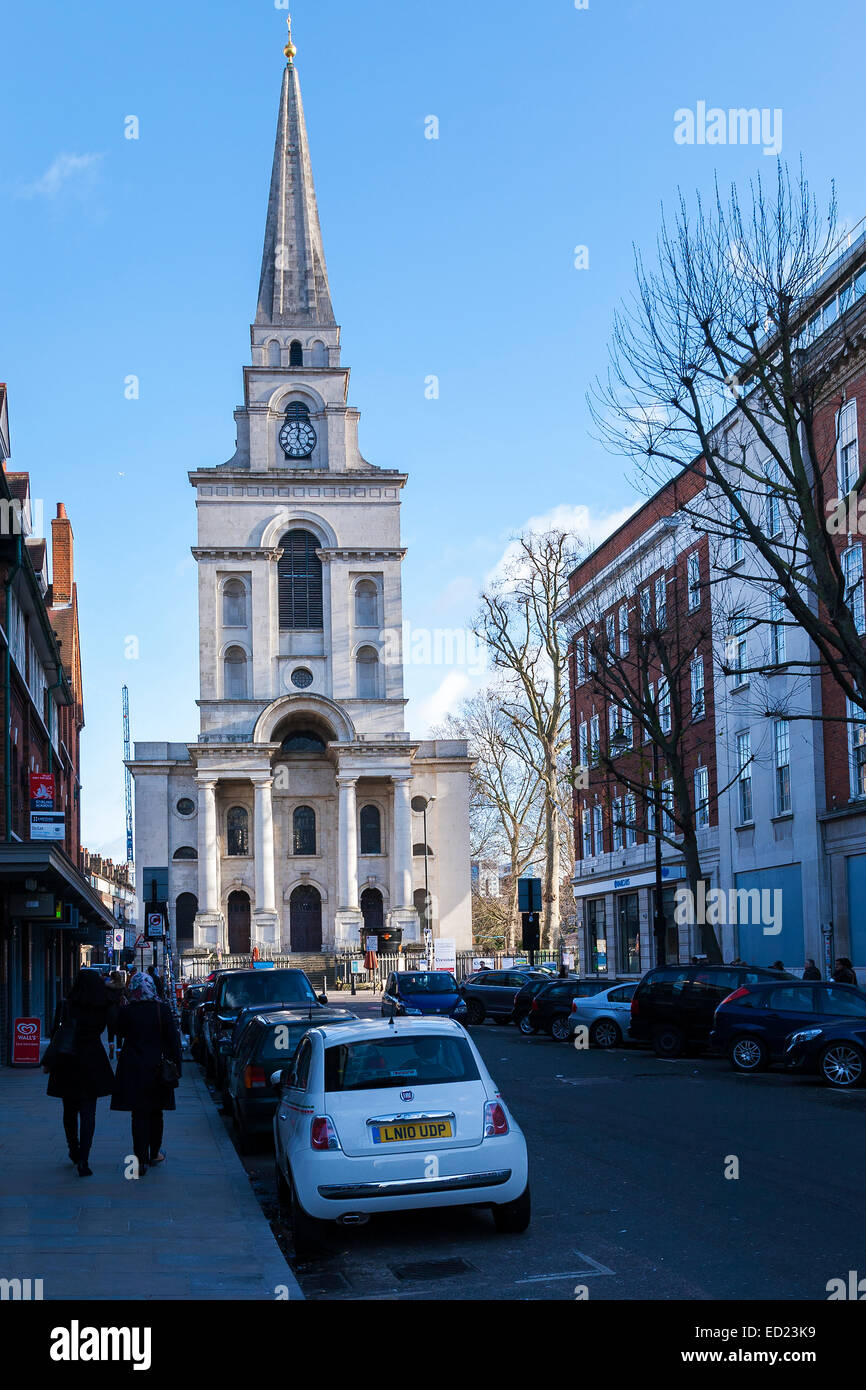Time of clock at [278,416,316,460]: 12:24
